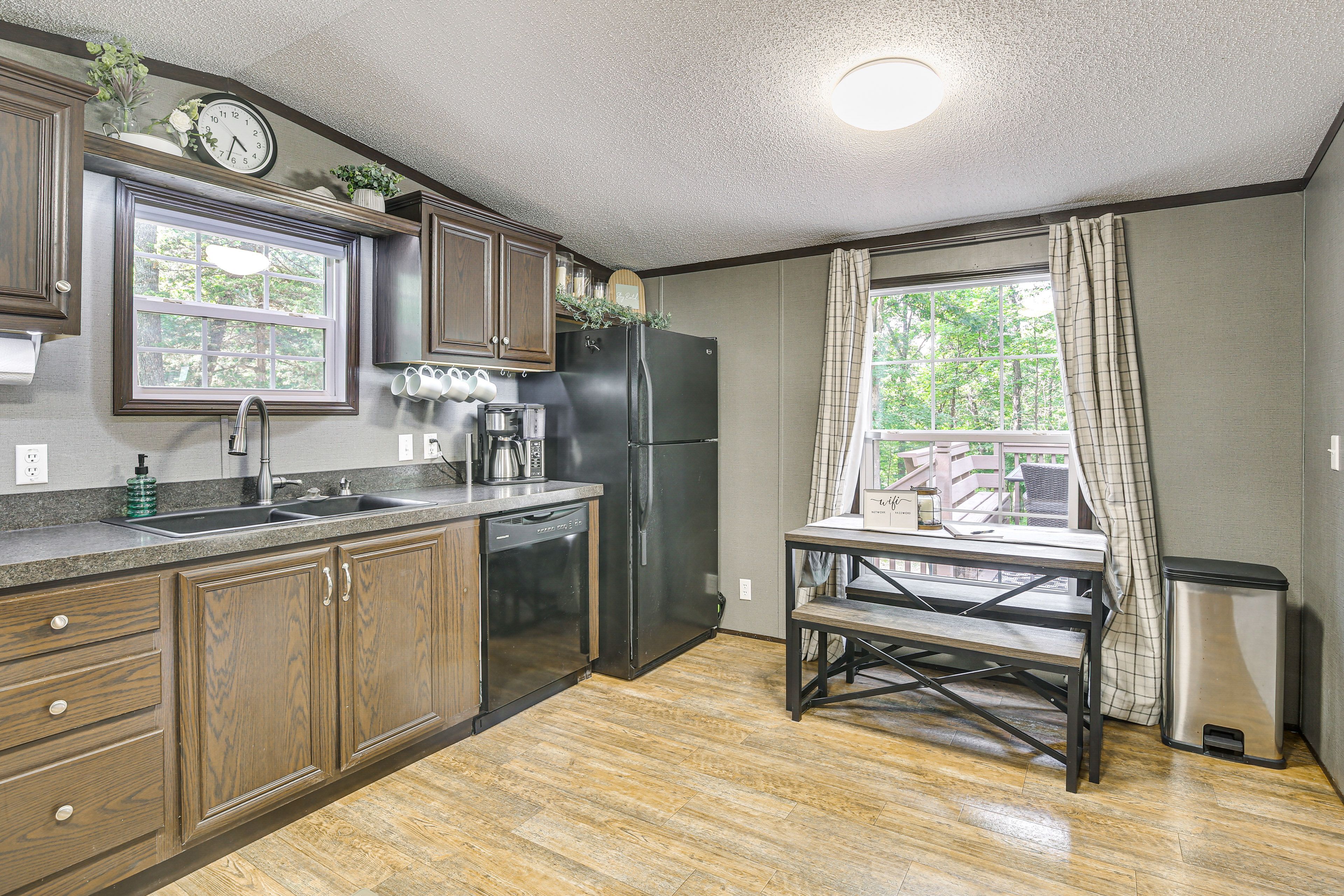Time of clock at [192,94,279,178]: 4:32
